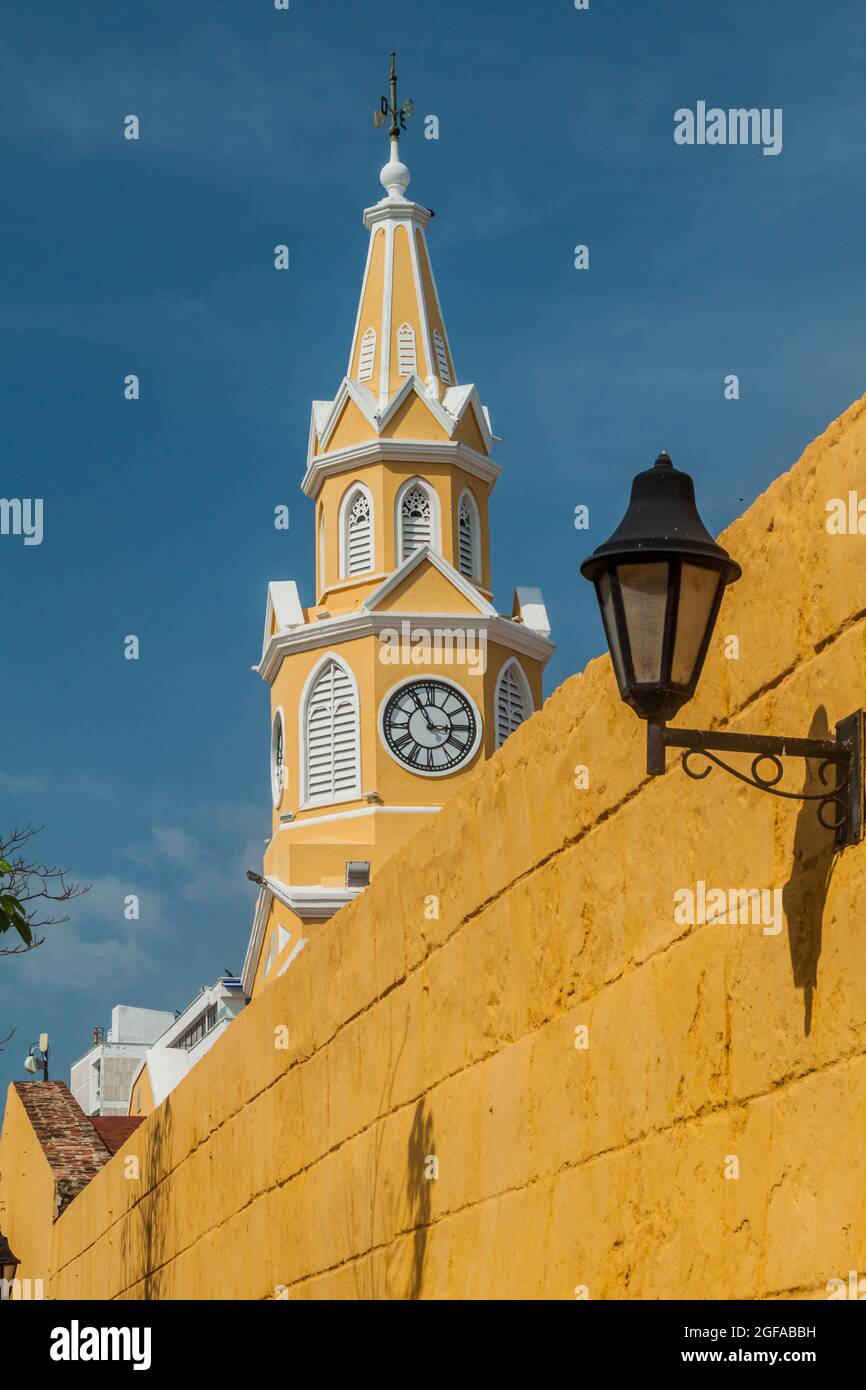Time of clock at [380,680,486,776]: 2:55
